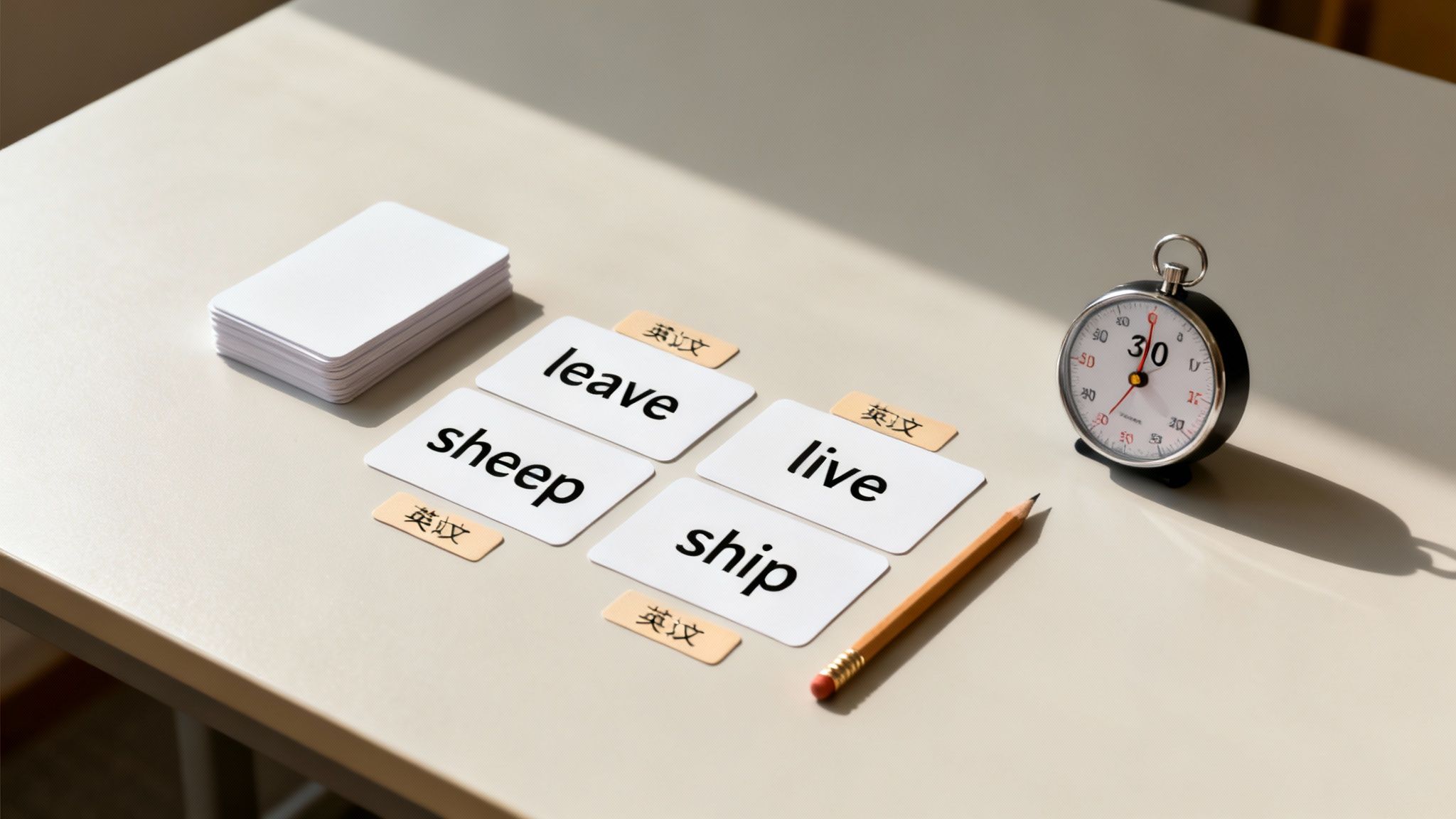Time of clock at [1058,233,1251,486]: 12:21
